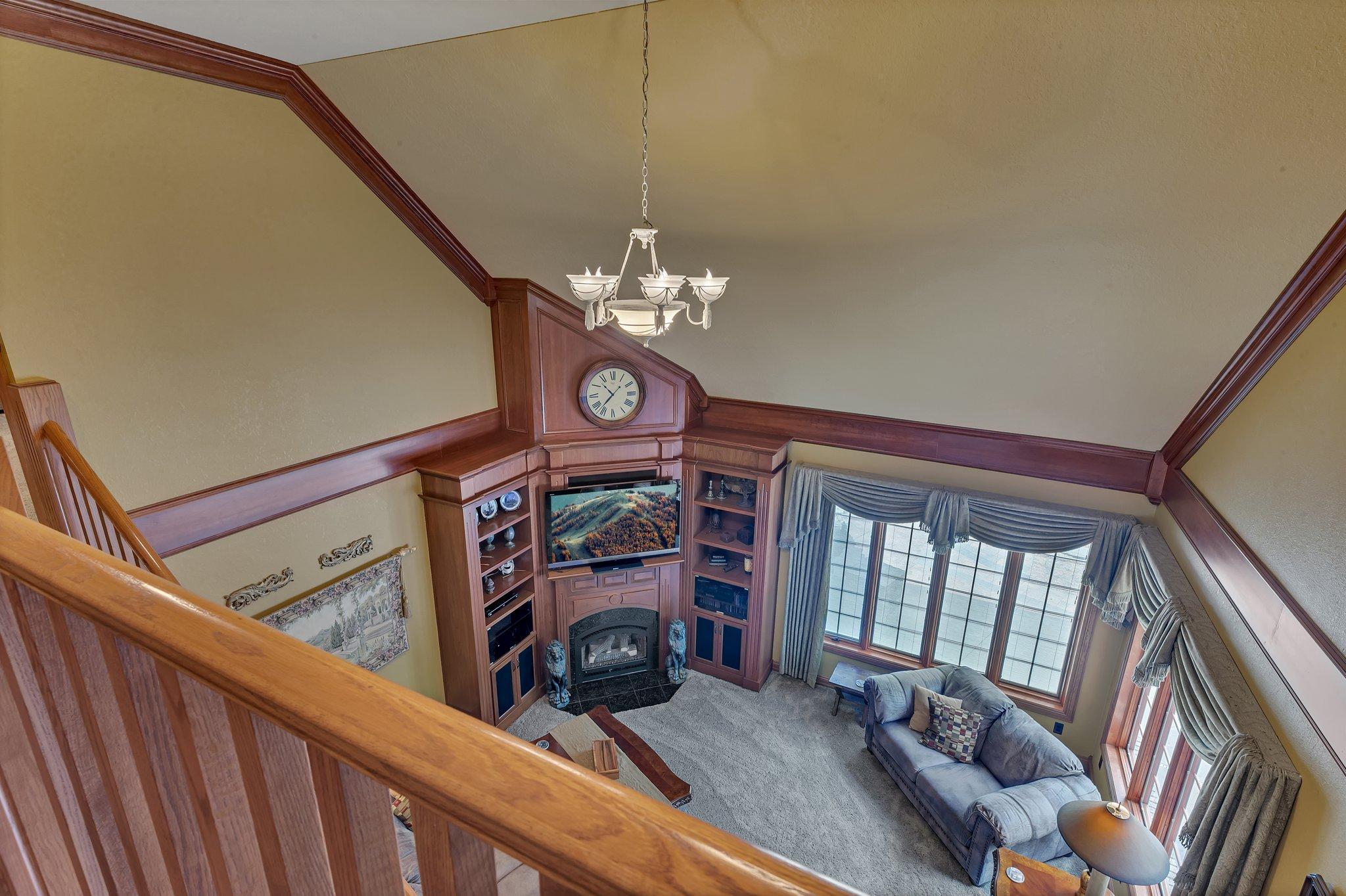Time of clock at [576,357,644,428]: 10:37
